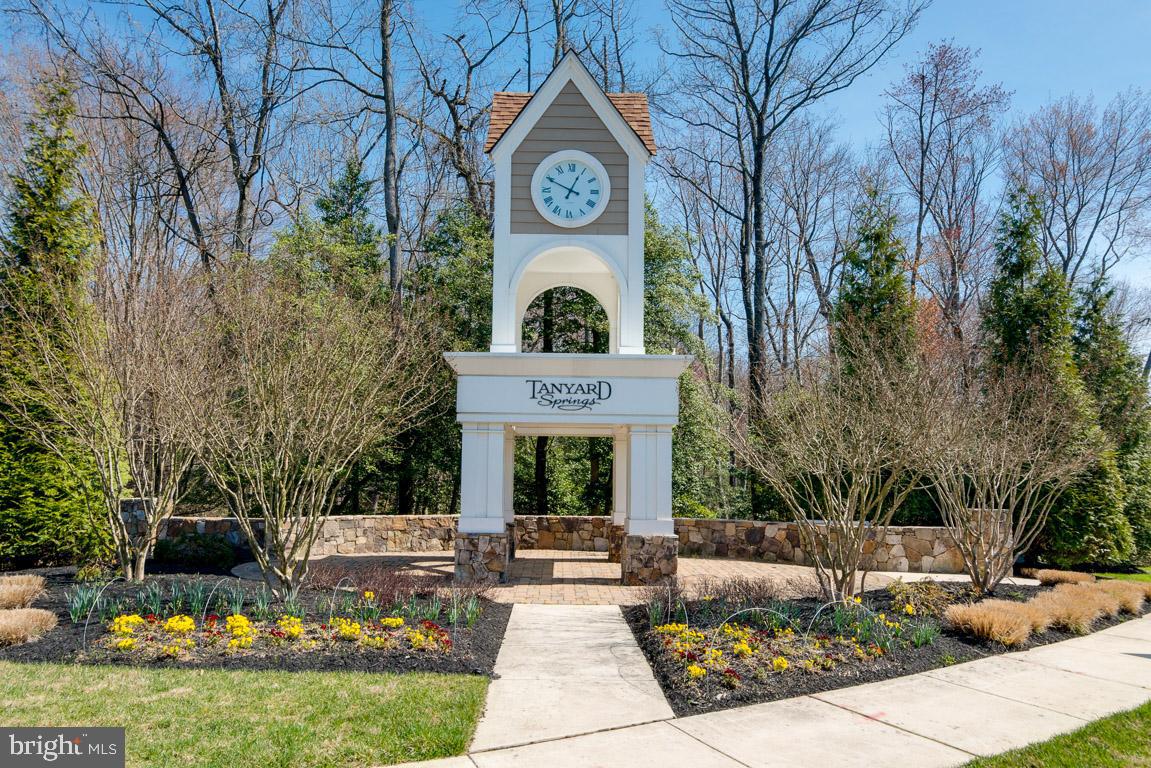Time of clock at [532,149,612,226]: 12:49
